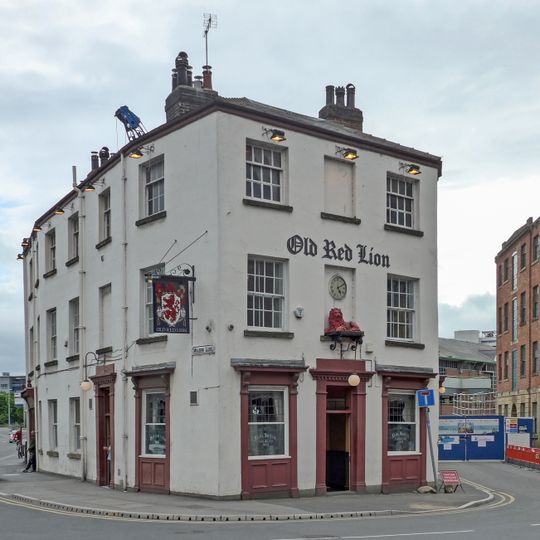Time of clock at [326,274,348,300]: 5:10
